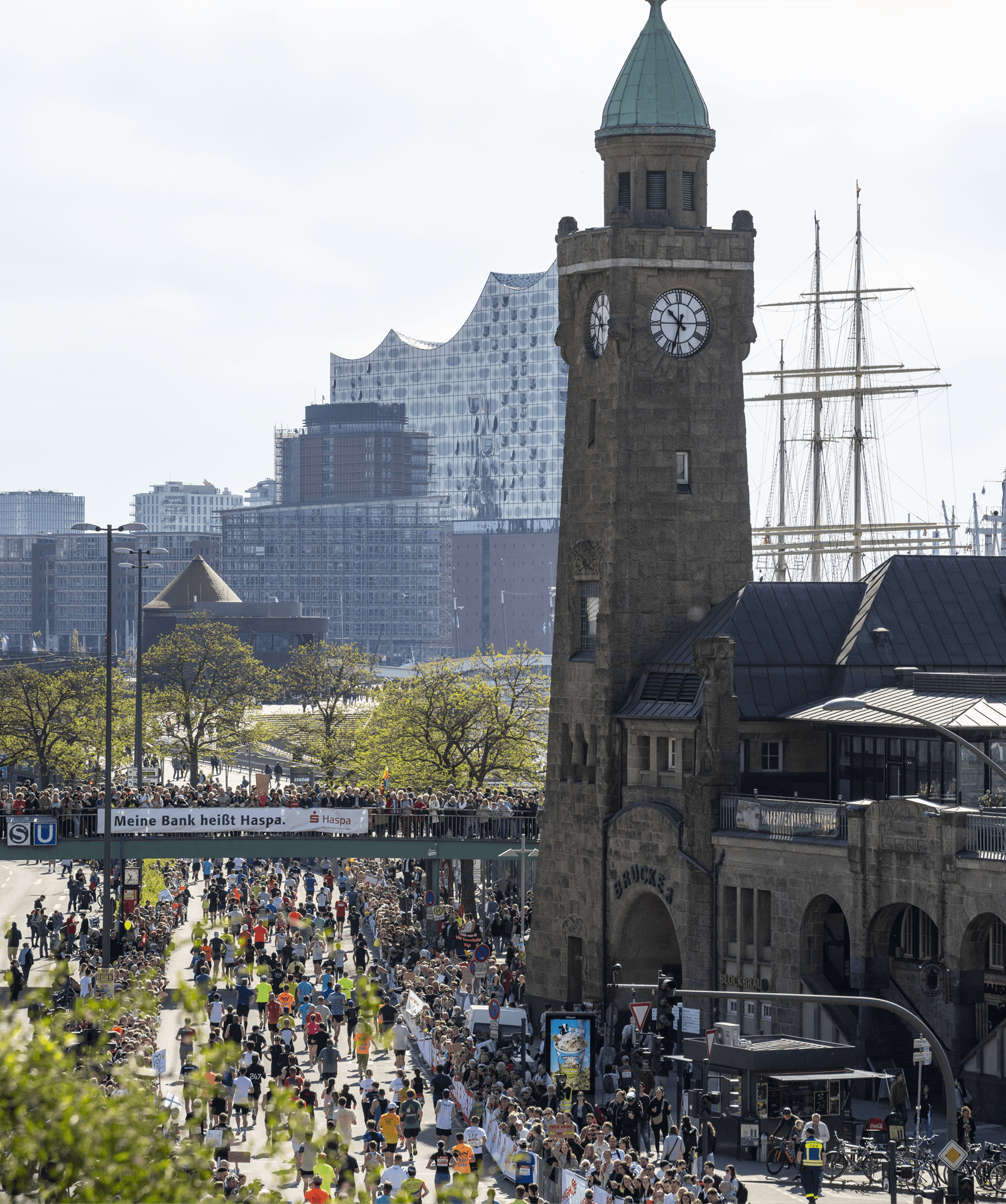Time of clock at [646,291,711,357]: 10:32
